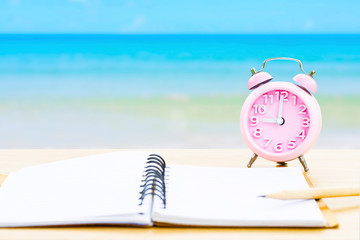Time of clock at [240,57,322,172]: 9:00
